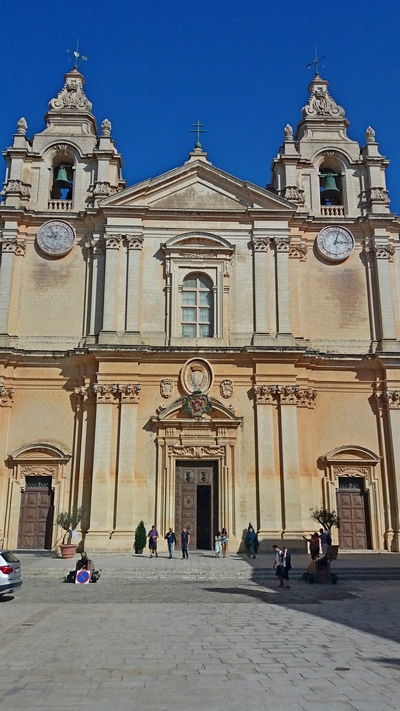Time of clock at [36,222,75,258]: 8:54
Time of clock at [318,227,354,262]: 3:02
